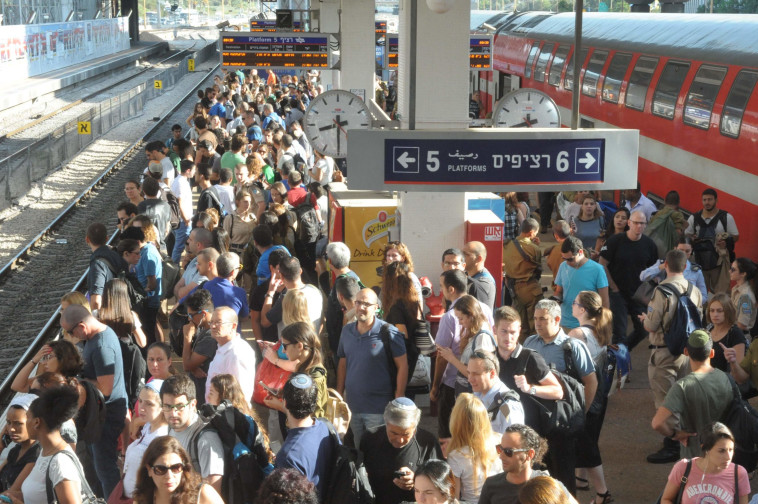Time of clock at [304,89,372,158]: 8:30
